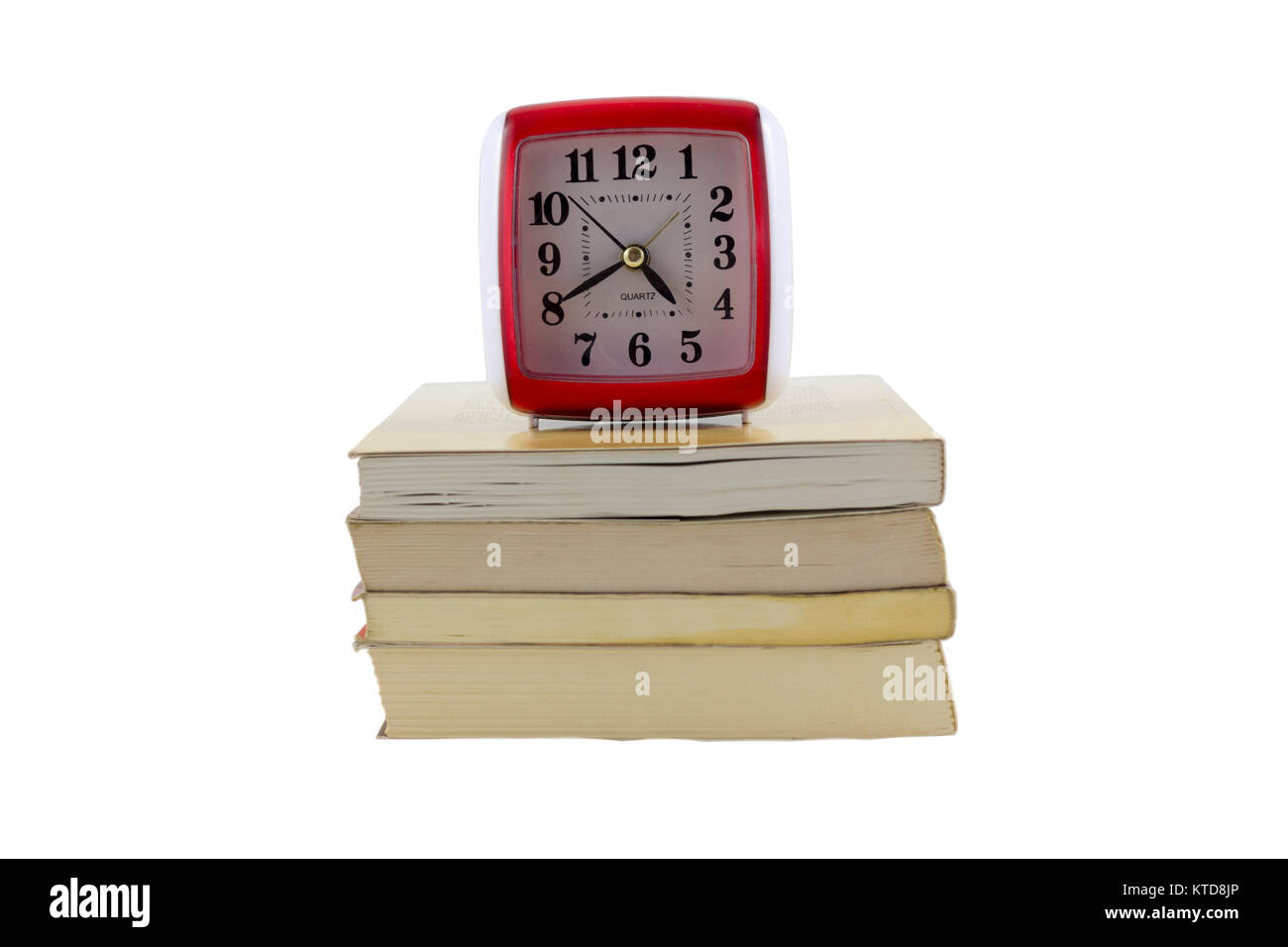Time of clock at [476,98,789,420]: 4:40
